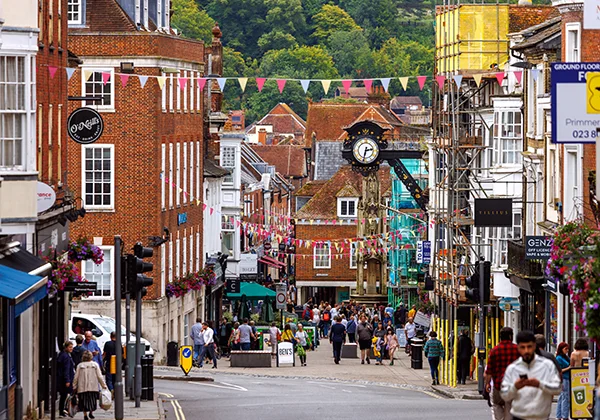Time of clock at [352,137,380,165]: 2:32
